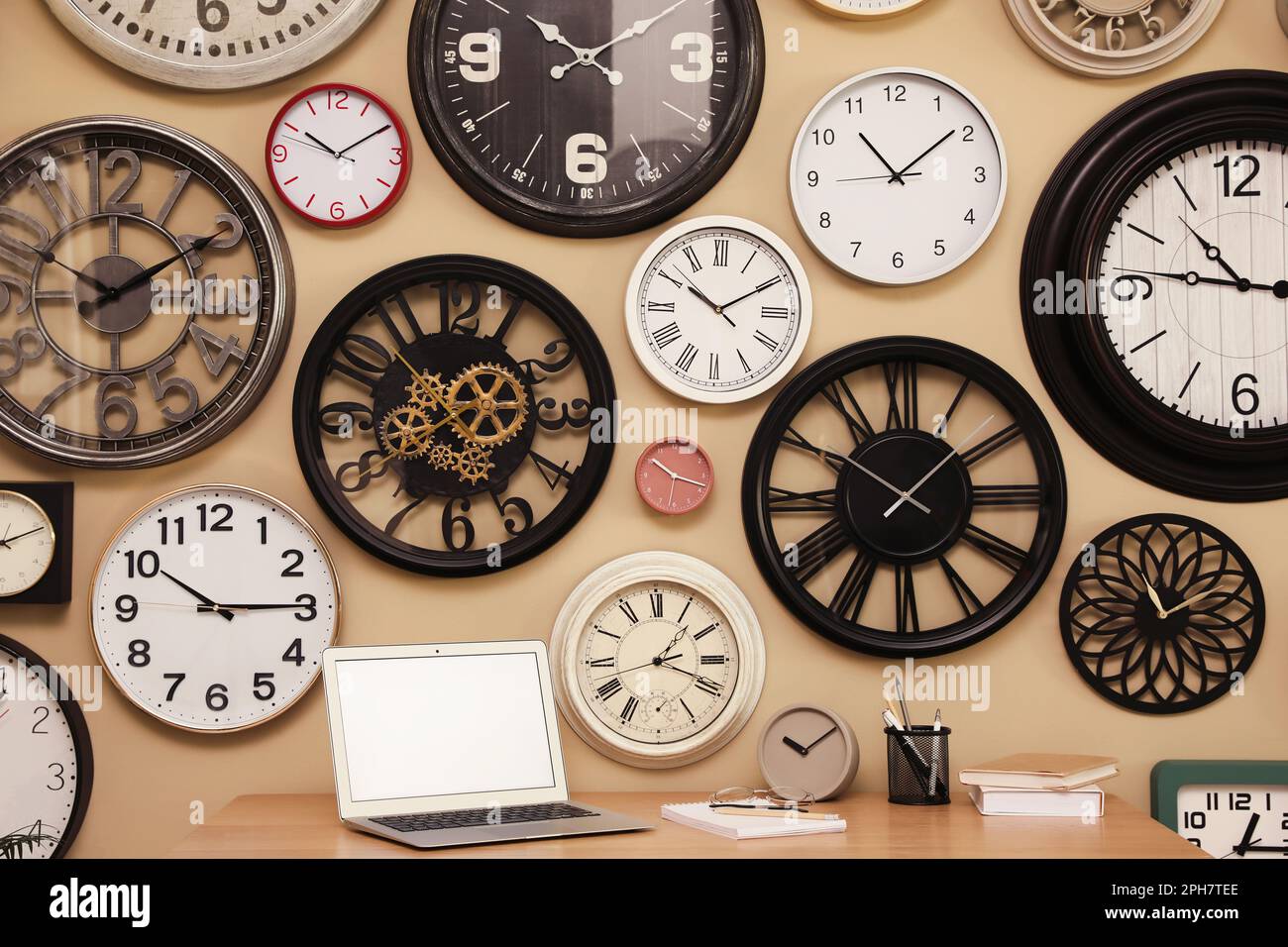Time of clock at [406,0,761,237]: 10:09
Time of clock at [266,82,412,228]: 10:09
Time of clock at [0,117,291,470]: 10:10
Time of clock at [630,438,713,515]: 10:18
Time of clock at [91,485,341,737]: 10:14
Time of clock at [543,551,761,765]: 1:18
